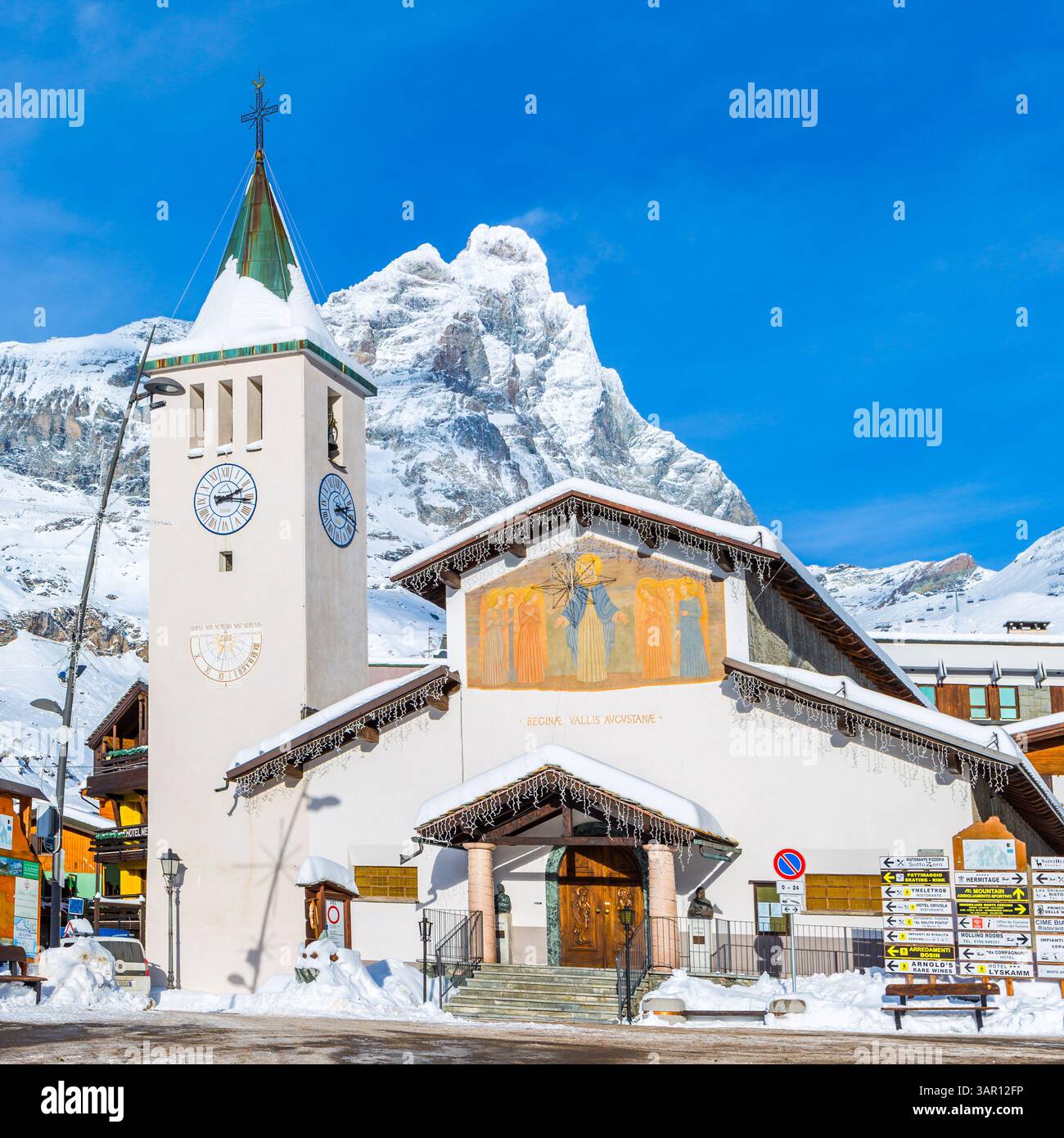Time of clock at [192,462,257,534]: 2:16
